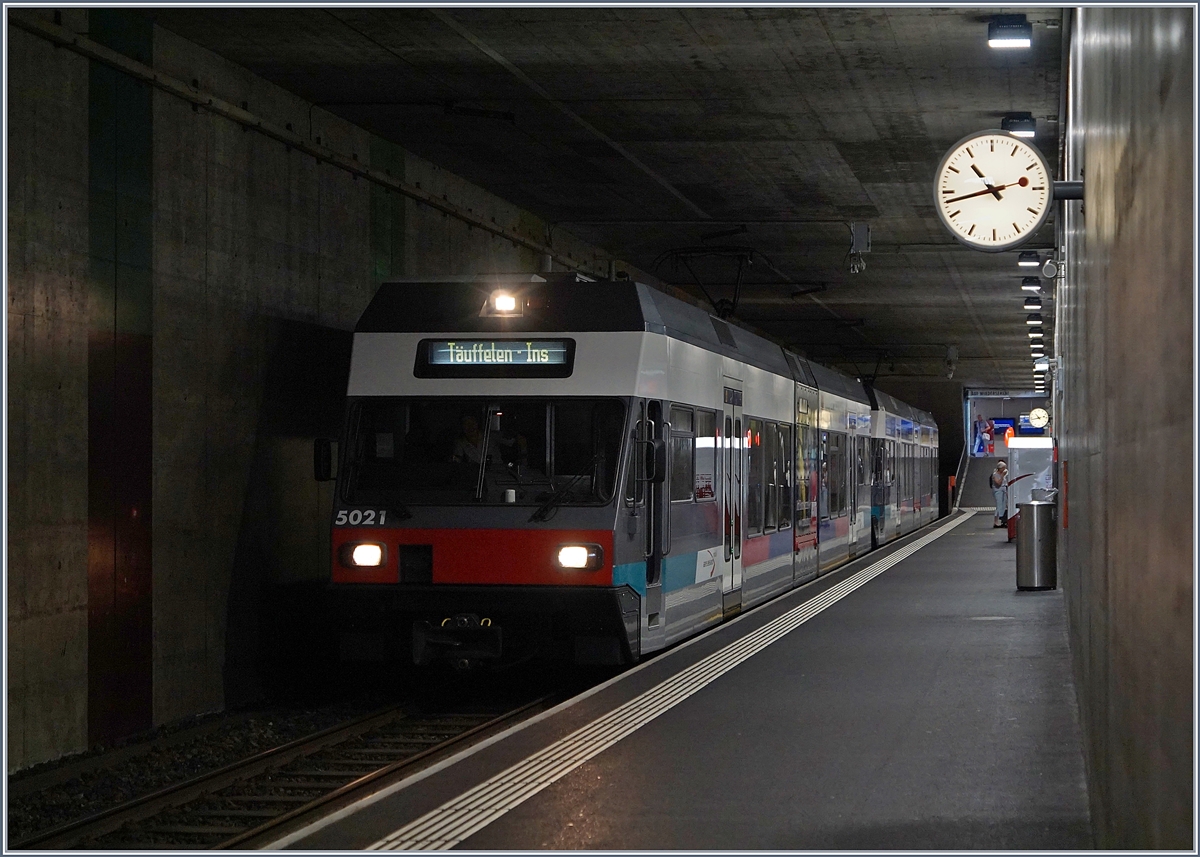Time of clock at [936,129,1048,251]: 10:42
